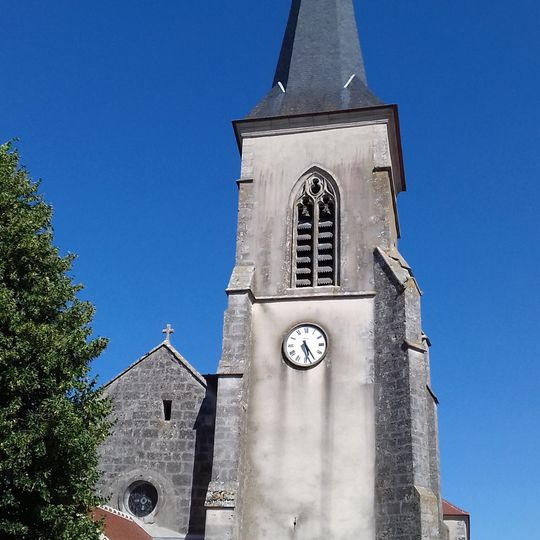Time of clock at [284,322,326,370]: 5:24
